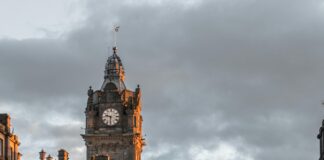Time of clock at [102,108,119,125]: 9:31
